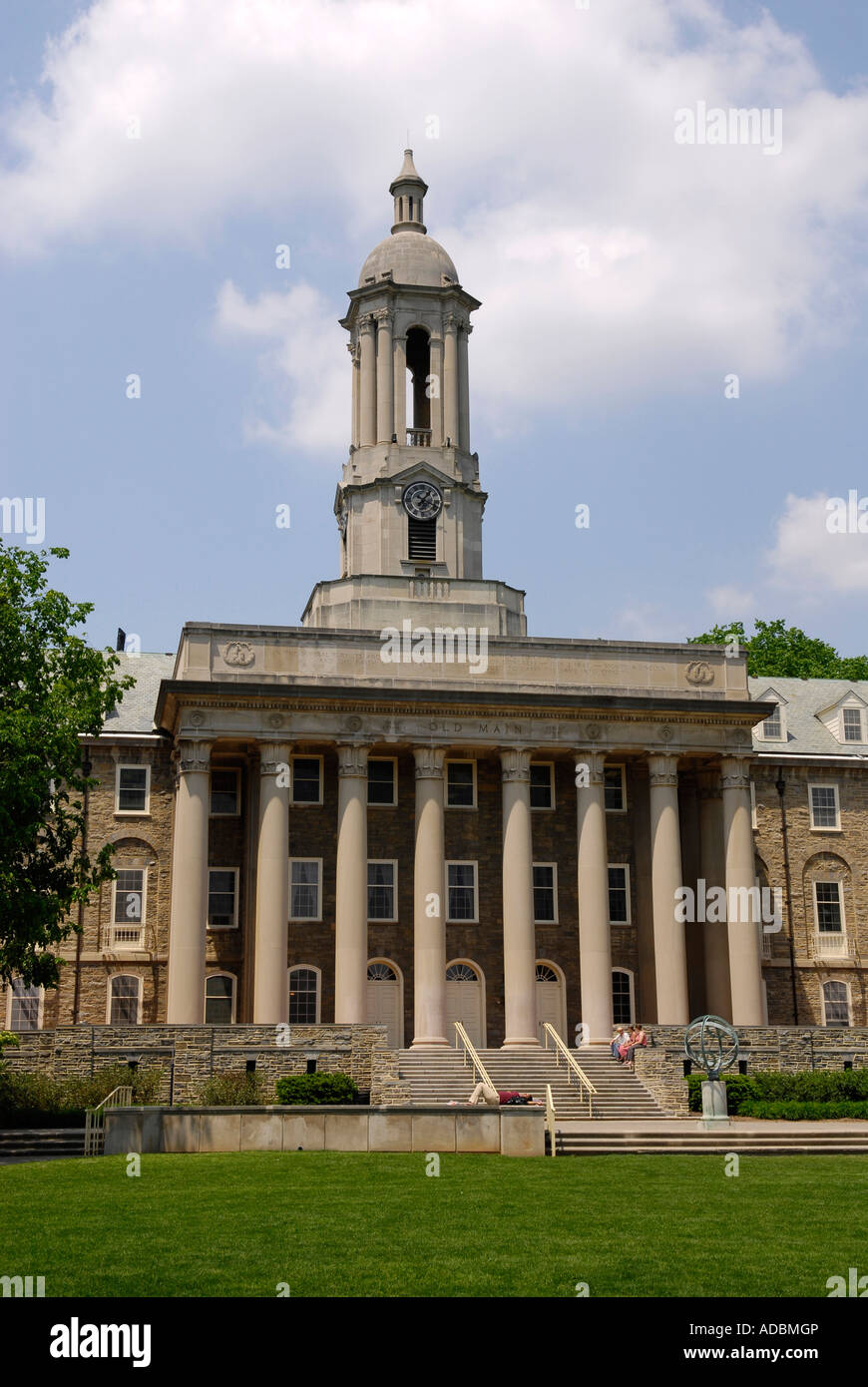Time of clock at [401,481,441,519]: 1:18
